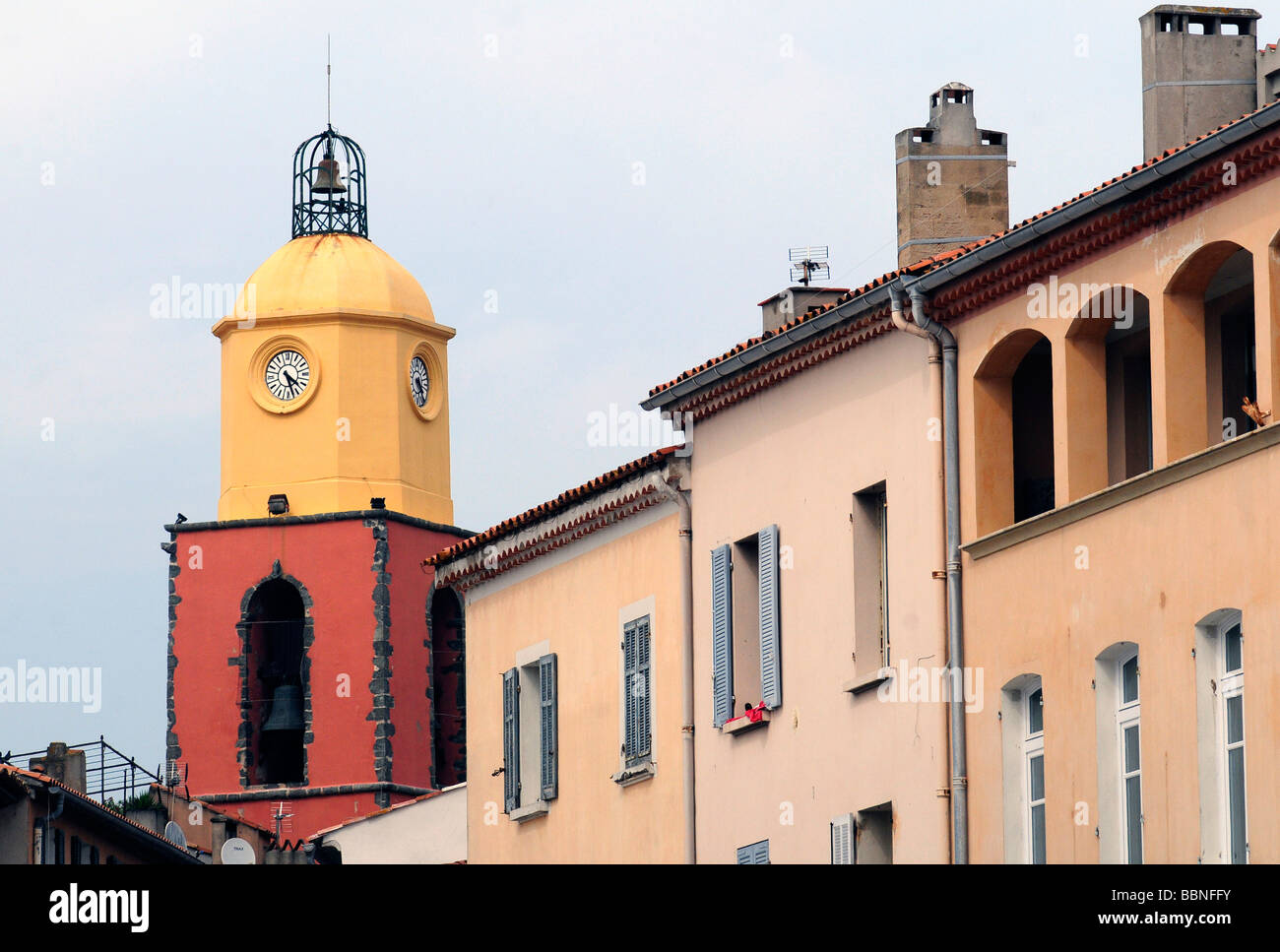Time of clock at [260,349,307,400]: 4:27
